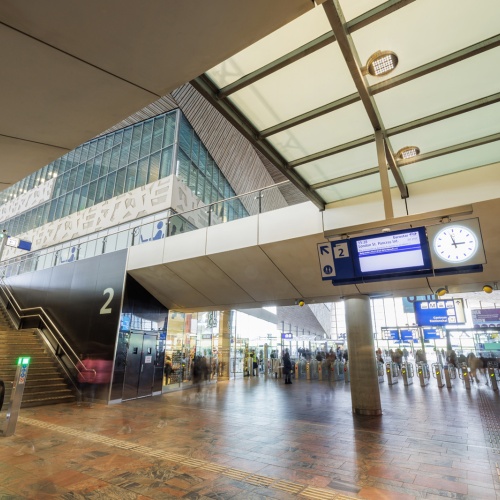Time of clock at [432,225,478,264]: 2:57
